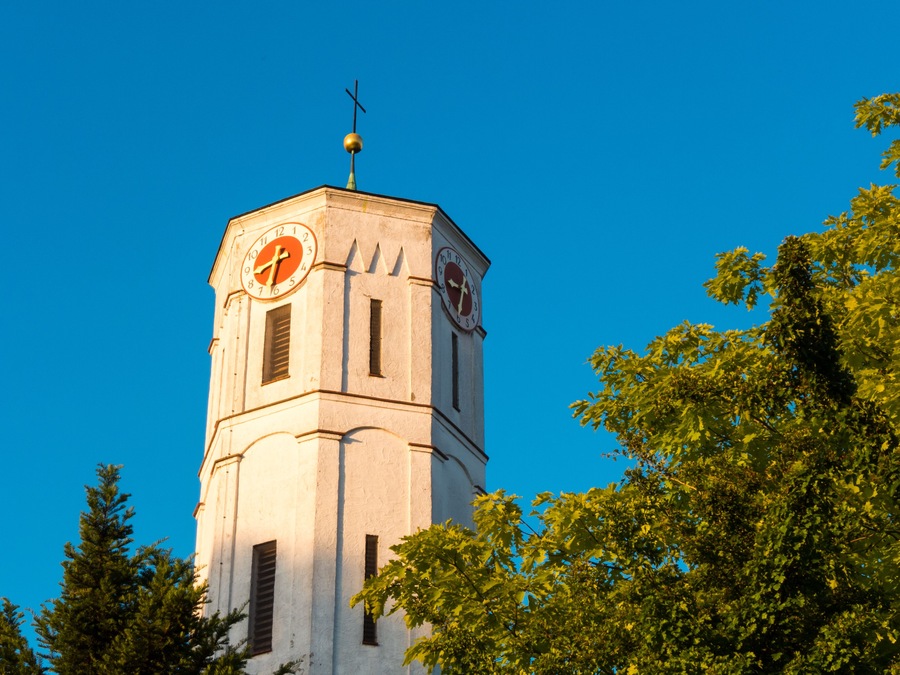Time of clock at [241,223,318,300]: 8:32
